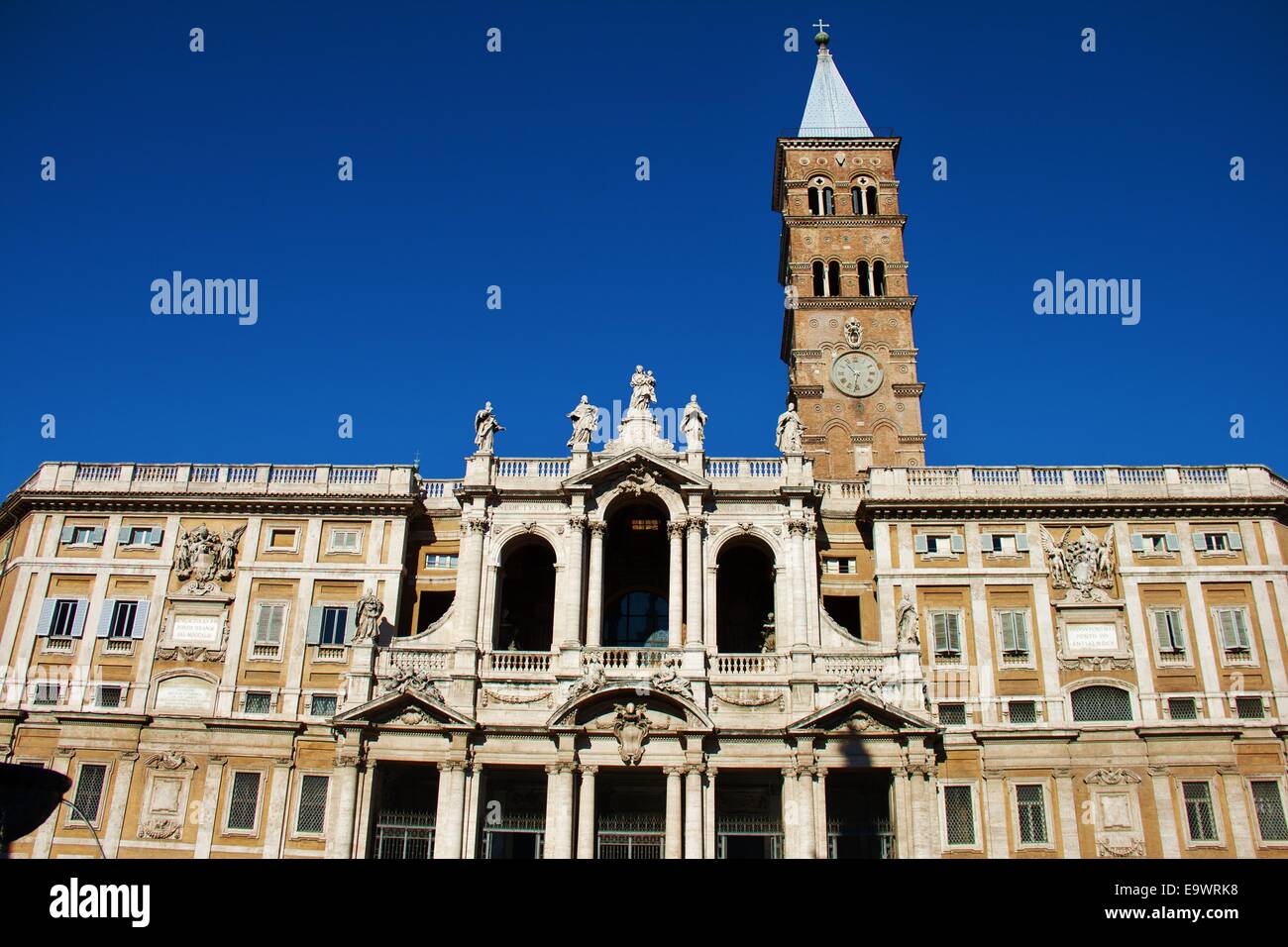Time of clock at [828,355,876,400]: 10:31
